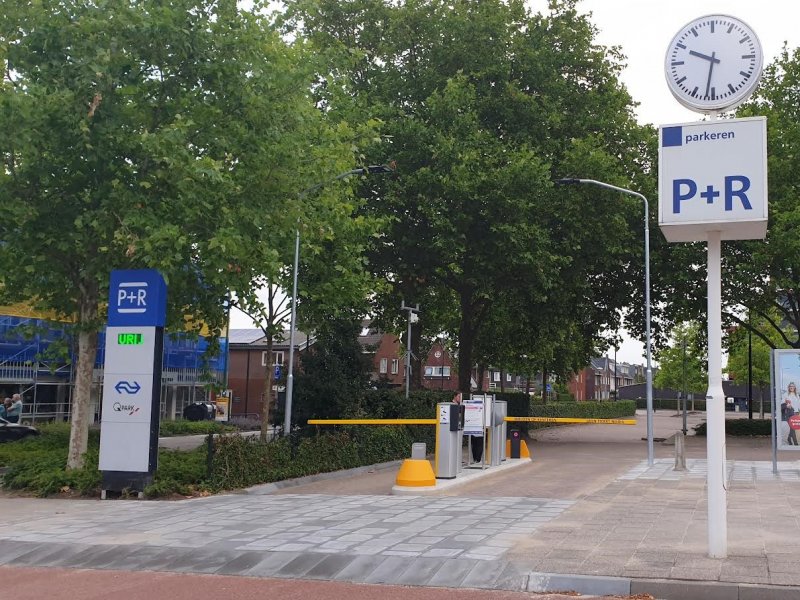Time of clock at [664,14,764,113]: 9:31
